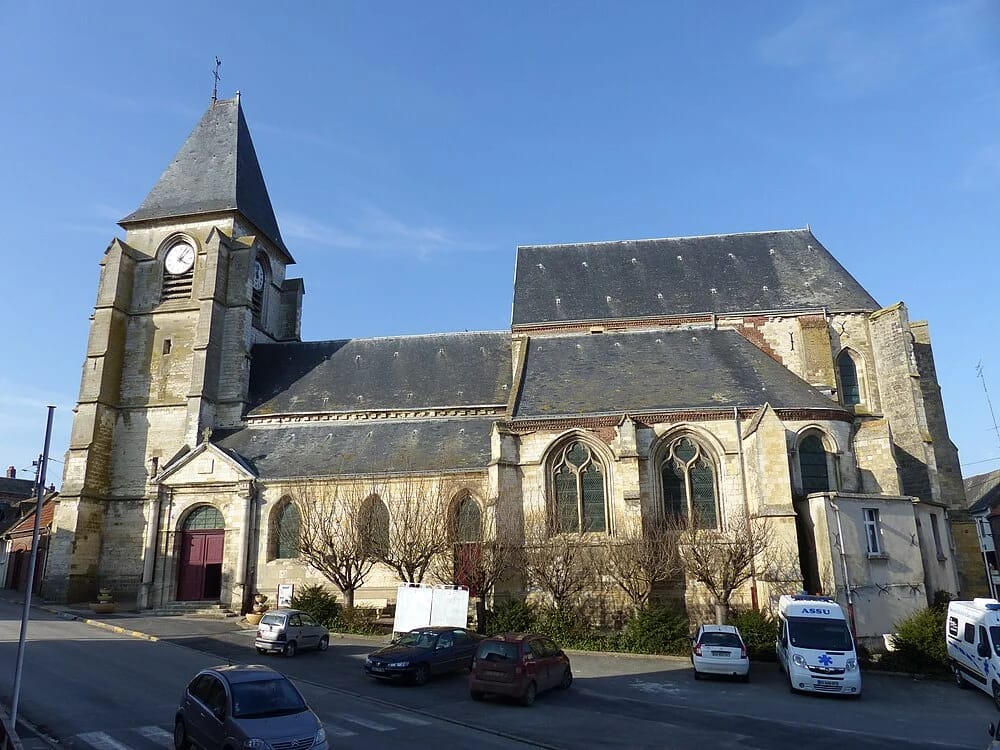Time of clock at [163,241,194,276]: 4:07
